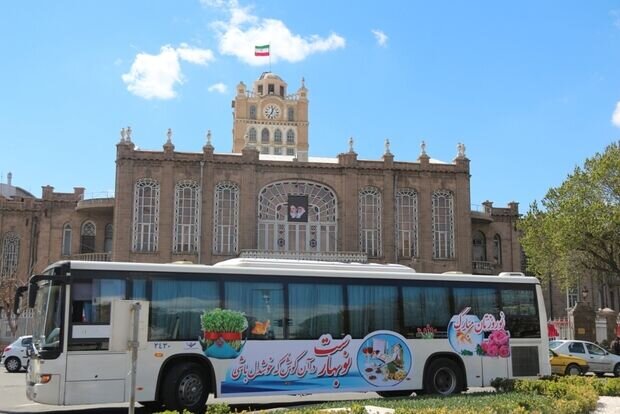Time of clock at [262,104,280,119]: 12:36
